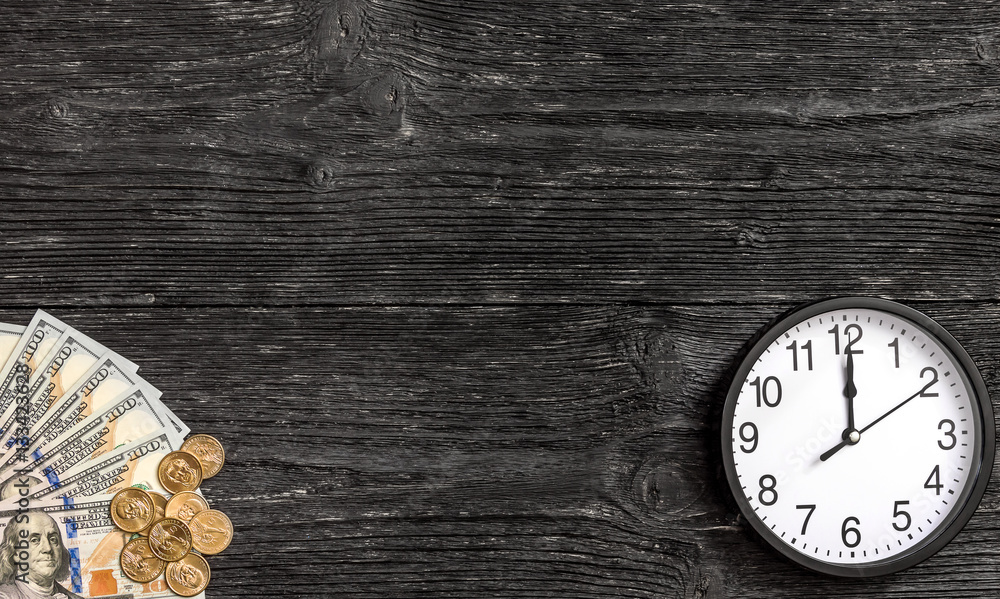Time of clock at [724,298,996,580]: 12:00
